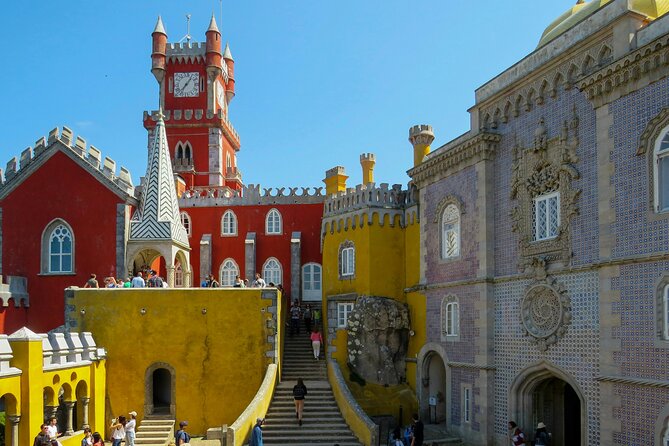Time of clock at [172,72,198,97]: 7:06
